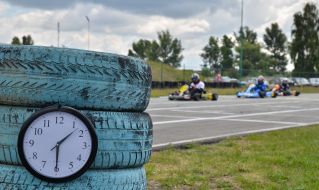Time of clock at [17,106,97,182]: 1:29
